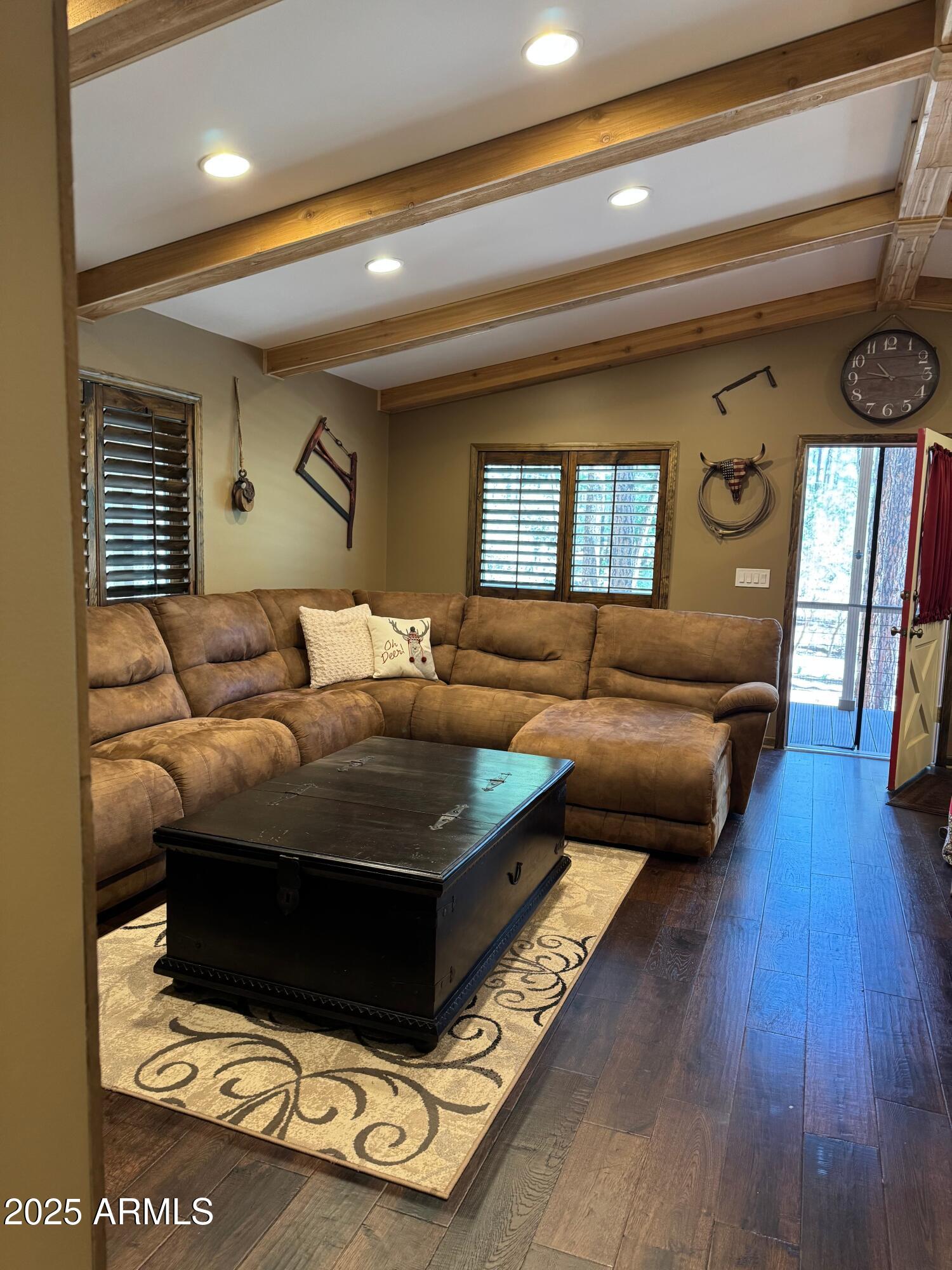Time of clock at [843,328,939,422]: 10:45
